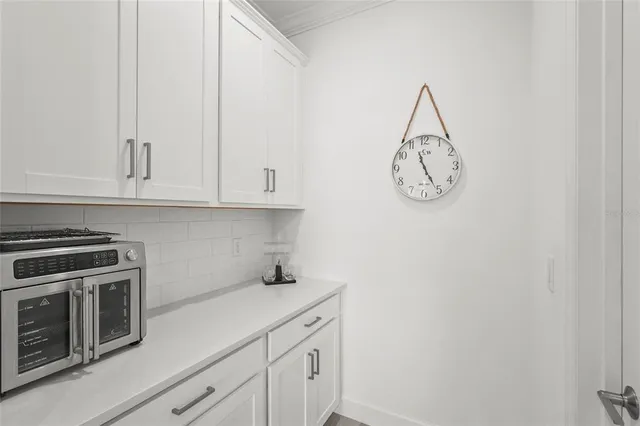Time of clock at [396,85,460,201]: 11:25
